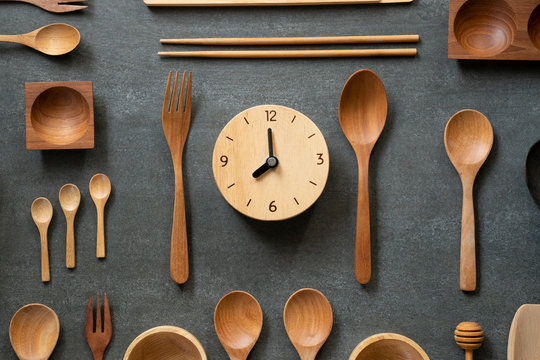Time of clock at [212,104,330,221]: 7:59
